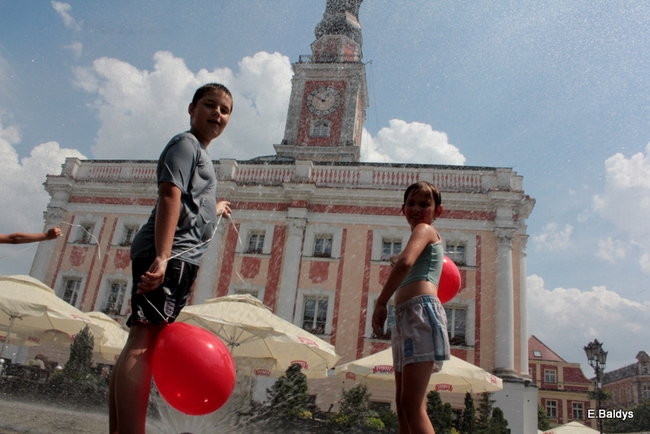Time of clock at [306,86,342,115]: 12:50
